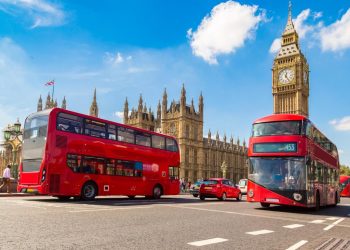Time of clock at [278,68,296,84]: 12:24
